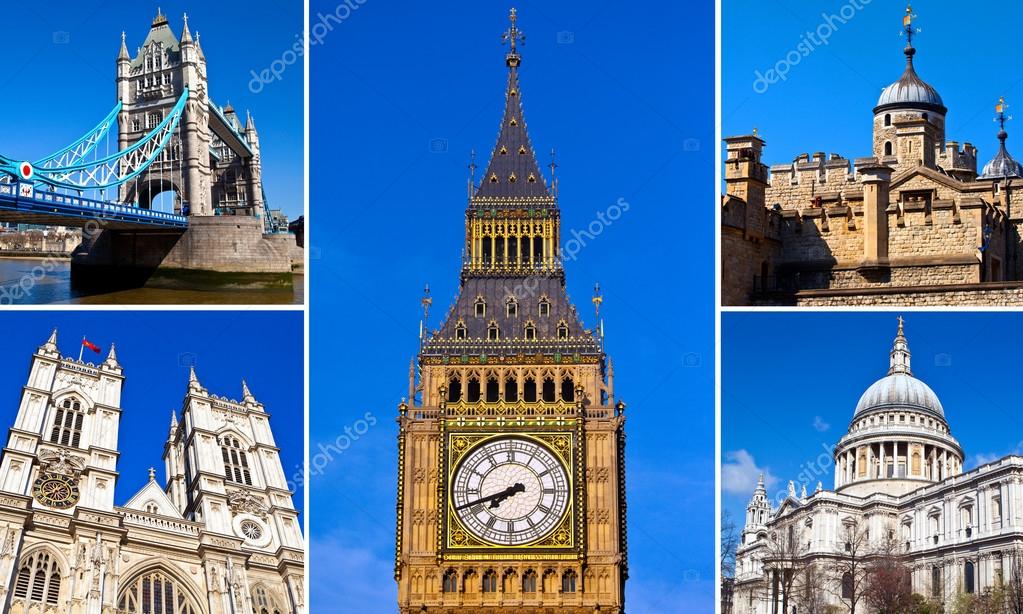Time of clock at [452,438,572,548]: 7:41
